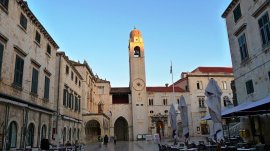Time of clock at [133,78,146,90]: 3:37
